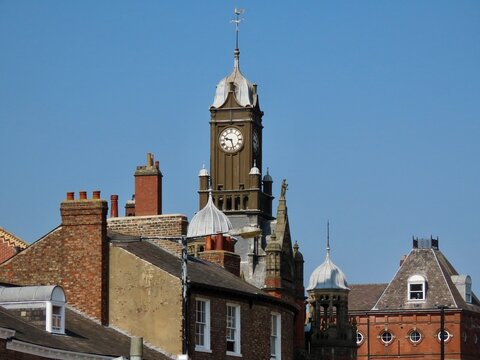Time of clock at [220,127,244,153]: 9:27
